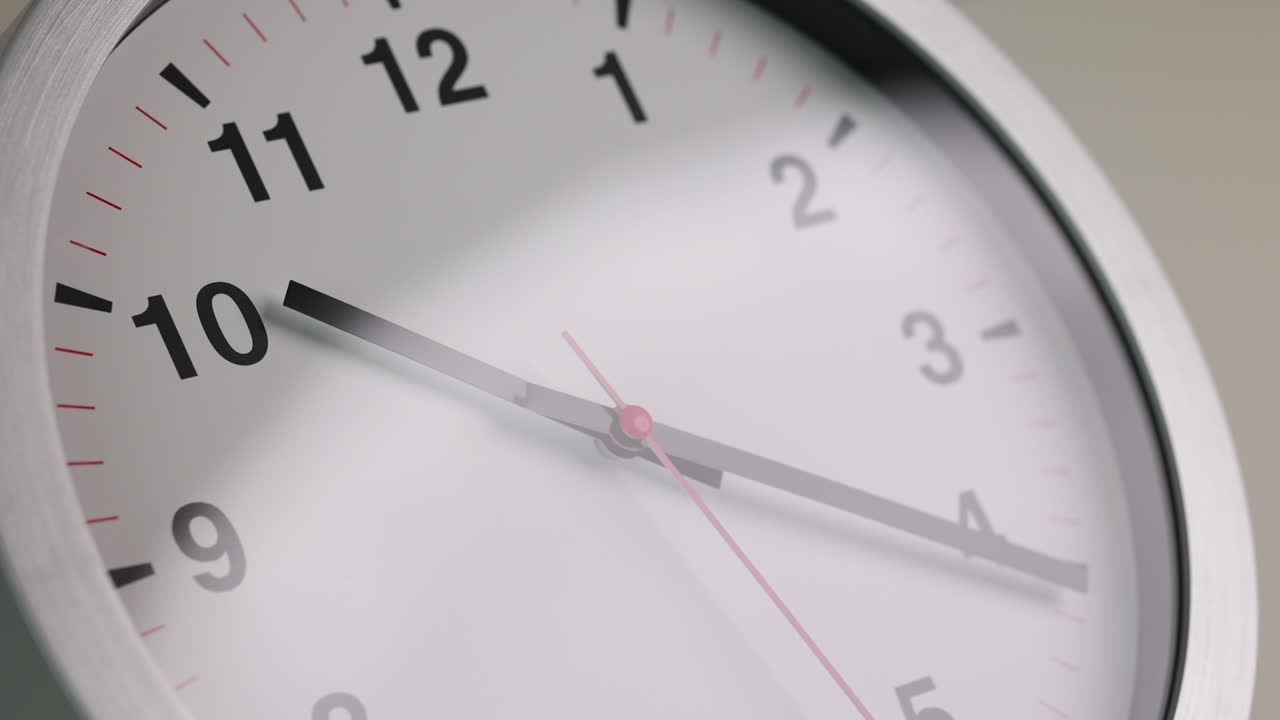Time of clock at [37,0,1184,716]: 10:20
